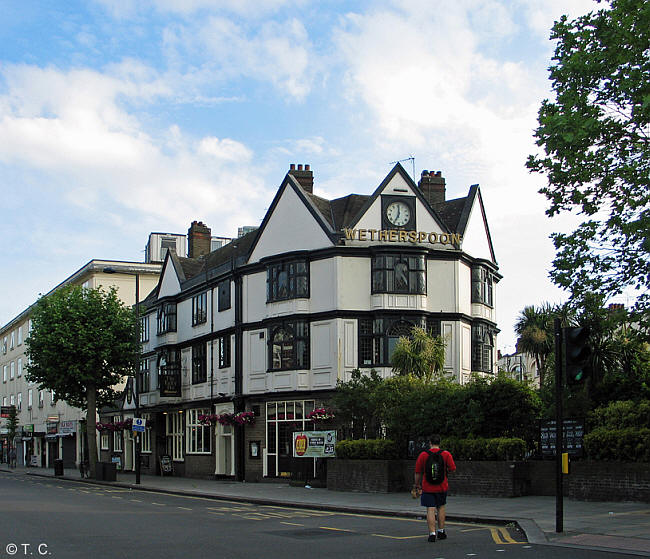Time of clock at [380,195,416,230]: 7:00
